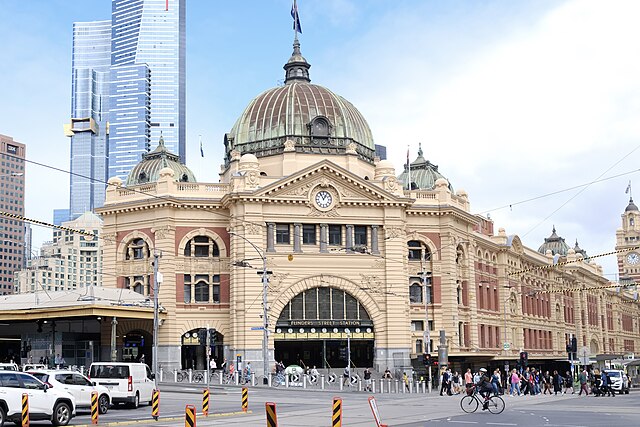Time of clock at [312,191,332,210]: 12:55
